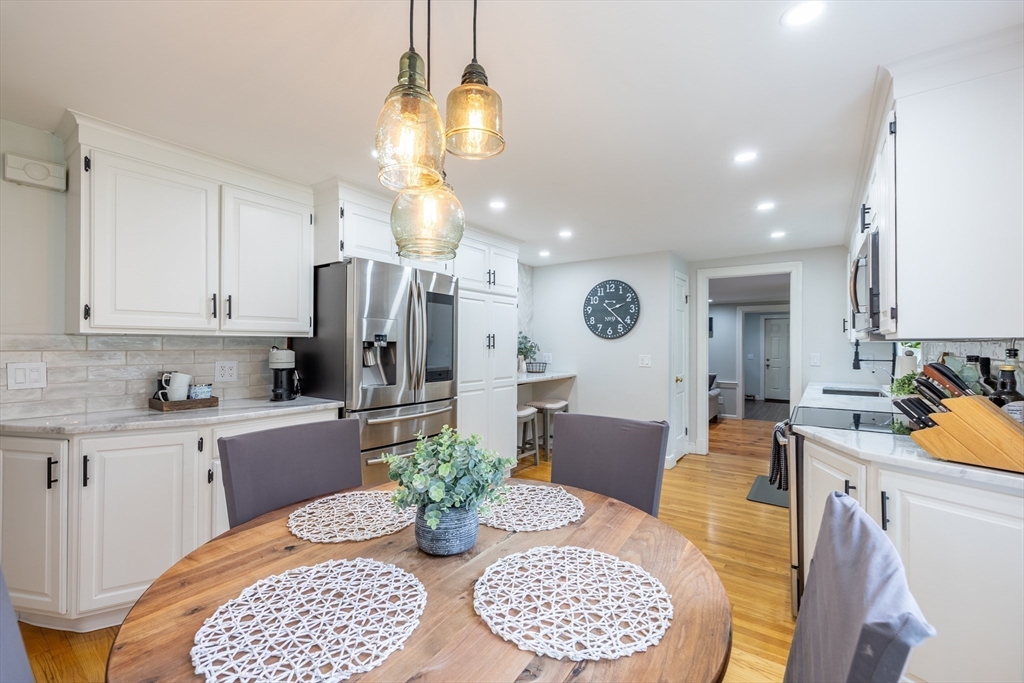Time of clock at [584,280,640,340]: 2:22
